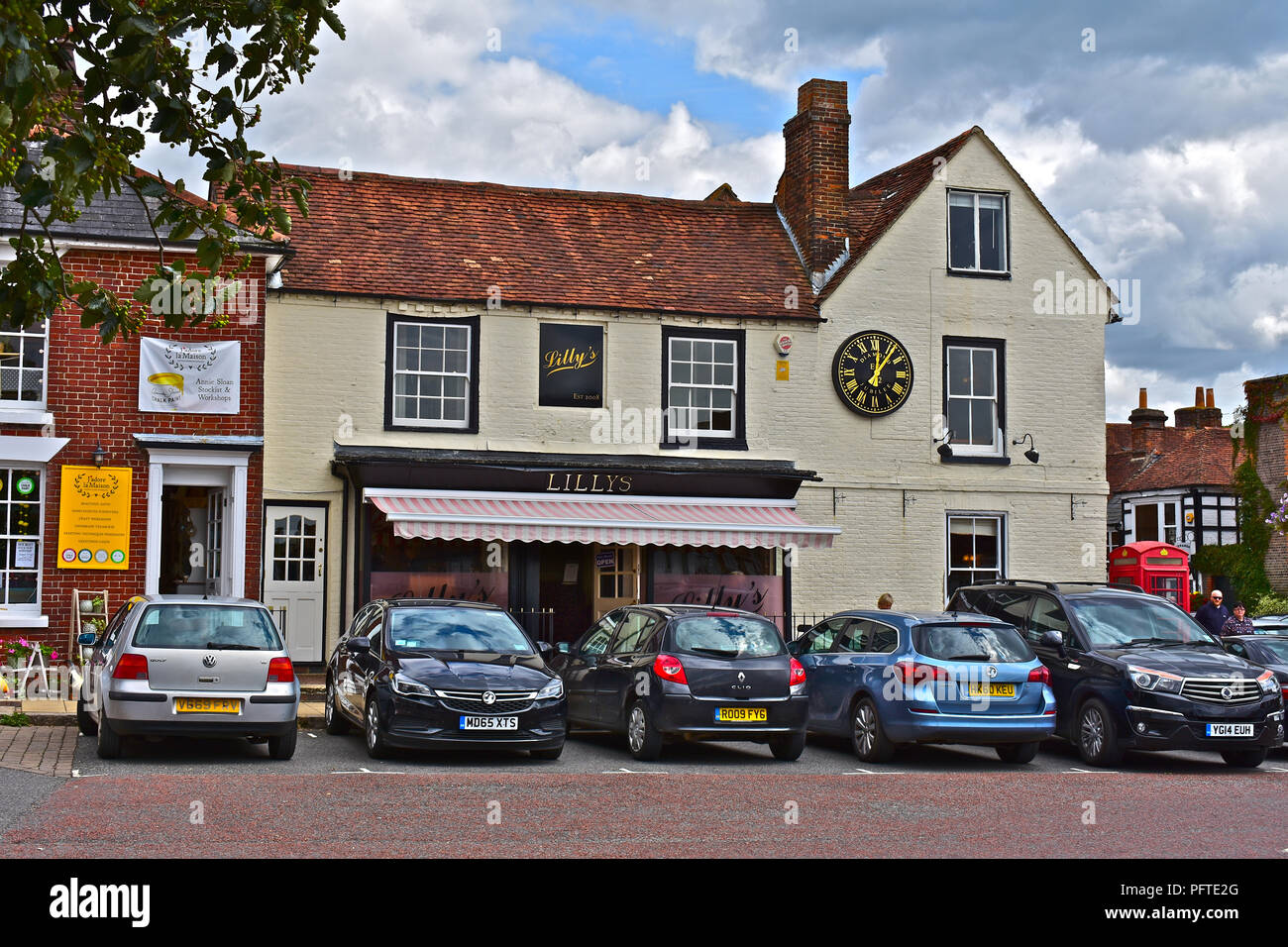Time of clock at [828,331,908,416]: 12:06
